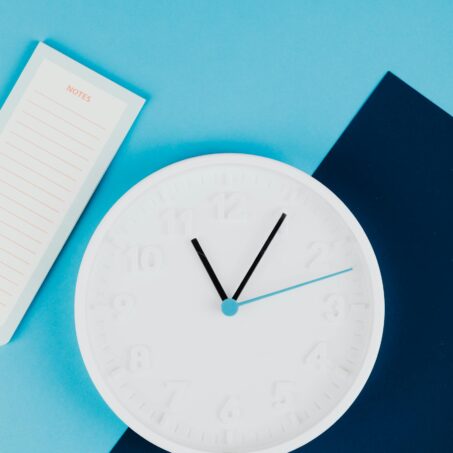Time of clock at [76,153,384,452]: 11:05
